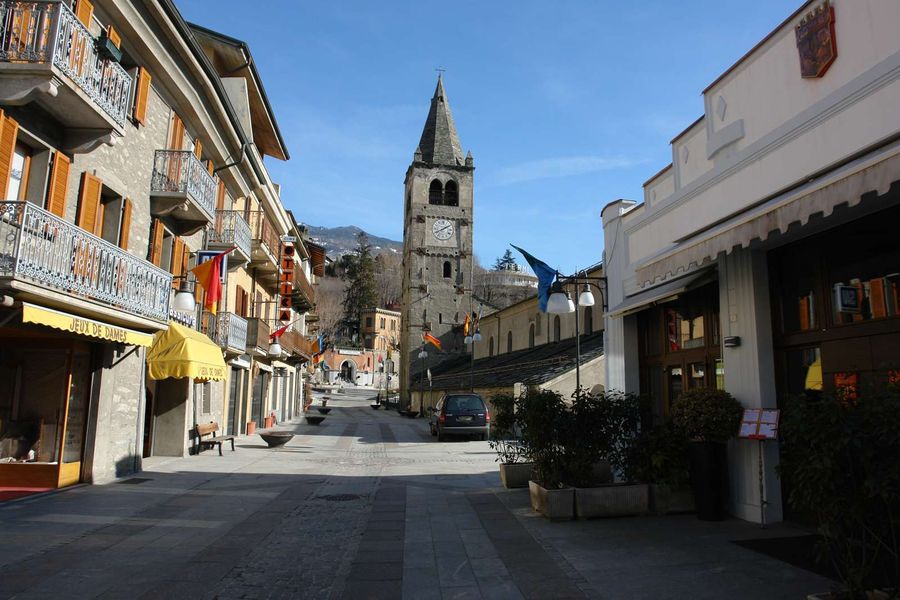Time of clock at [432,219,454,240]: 8:09
